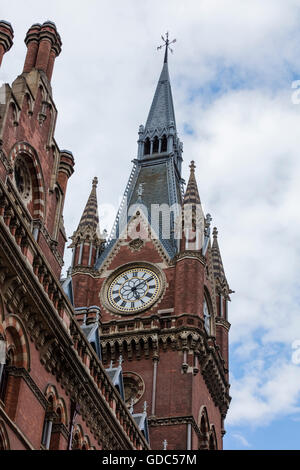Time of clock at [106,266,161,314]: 5:09
